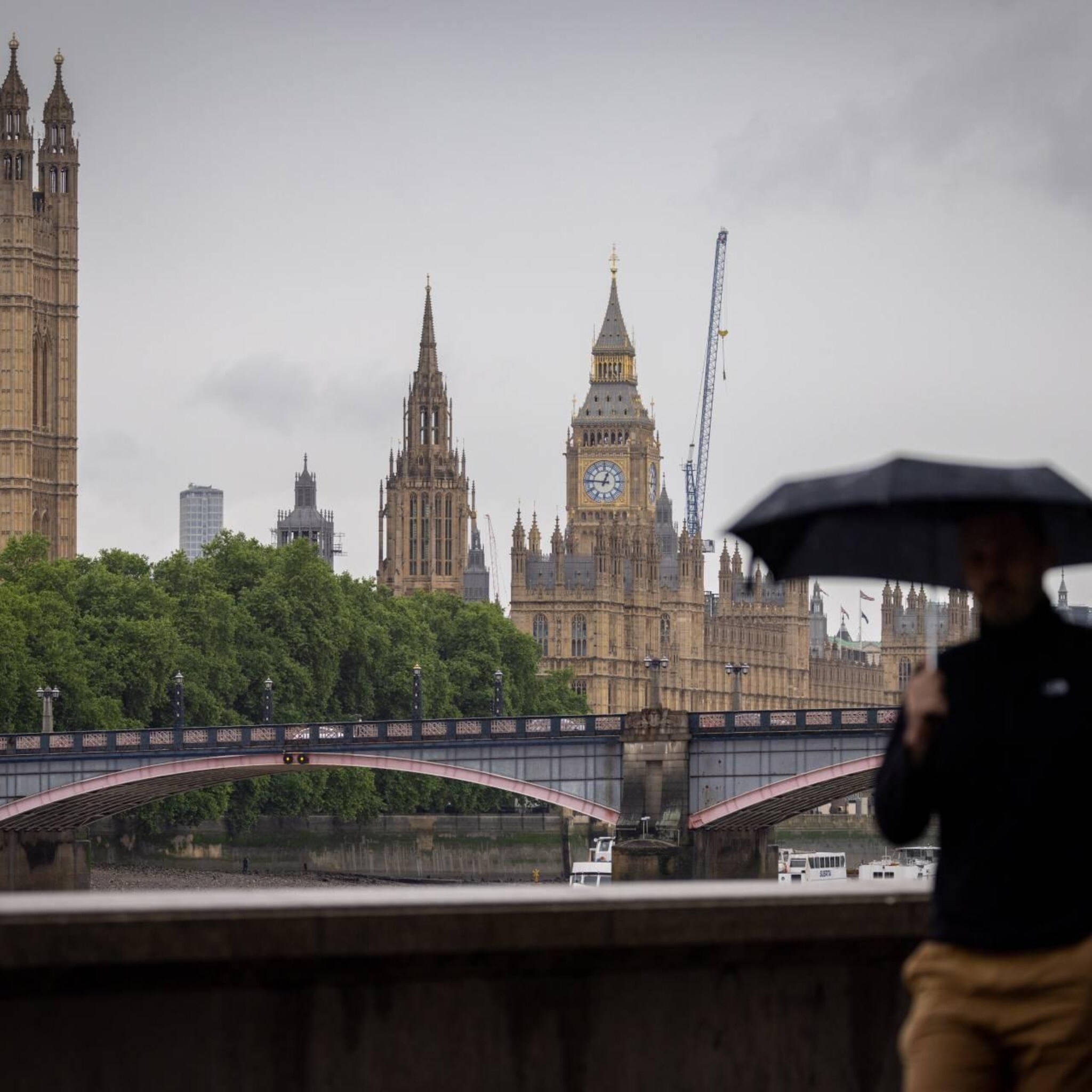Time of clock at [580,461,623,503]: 12:46
